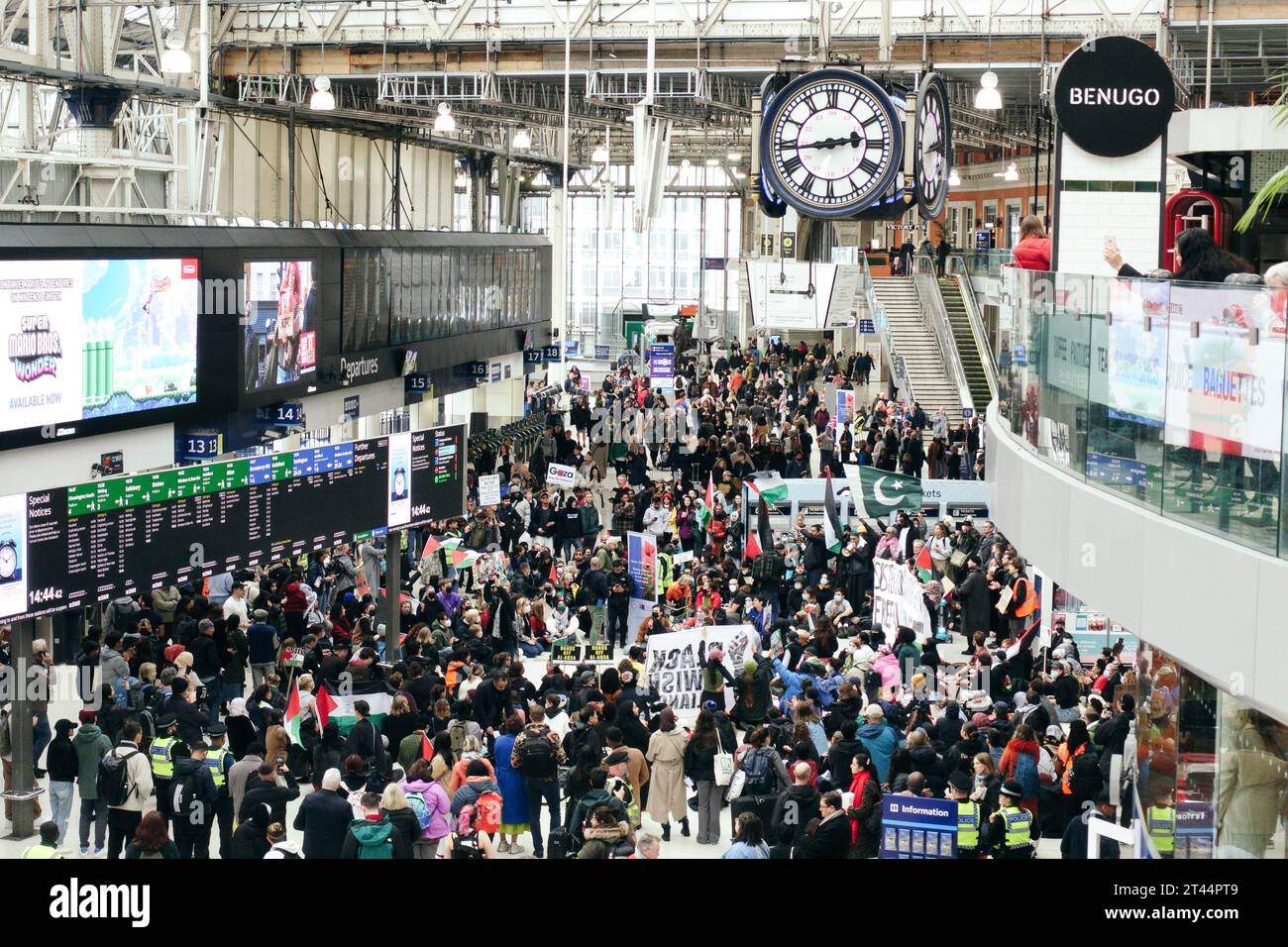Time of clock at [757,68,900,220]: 2:43
